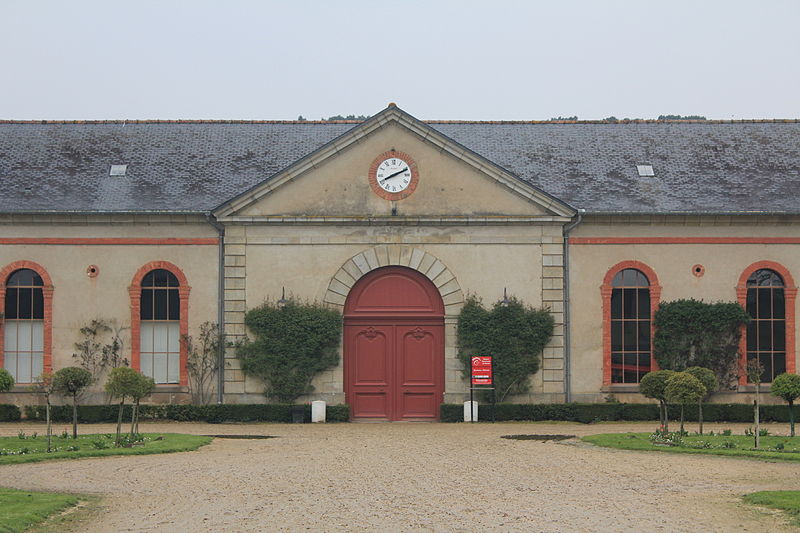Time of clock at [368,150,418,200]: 8:11
